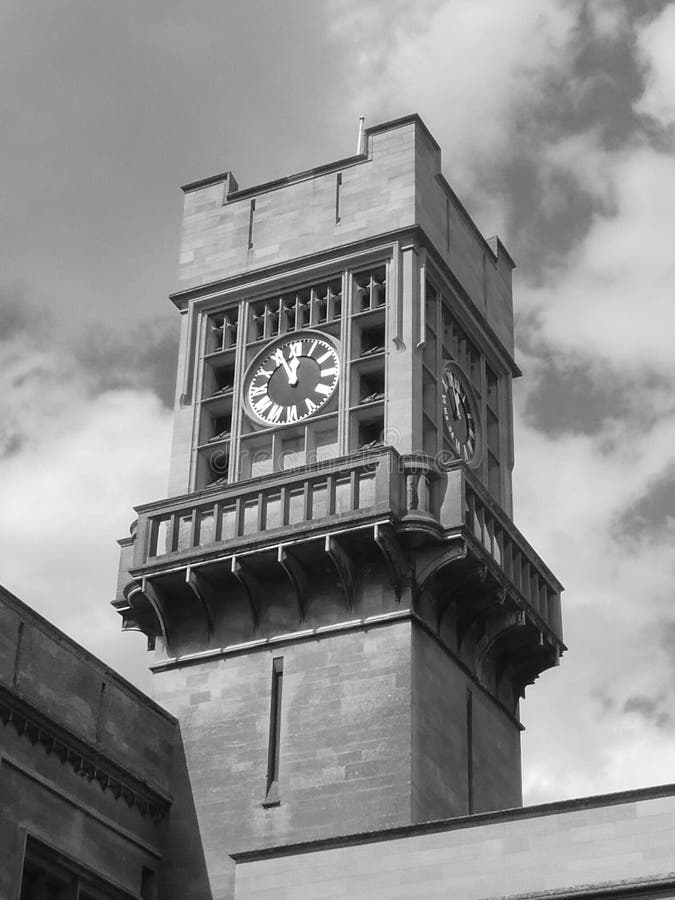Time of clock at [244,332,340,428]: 11:55
